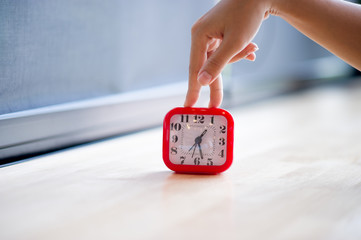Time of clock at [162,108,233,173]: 1:27
